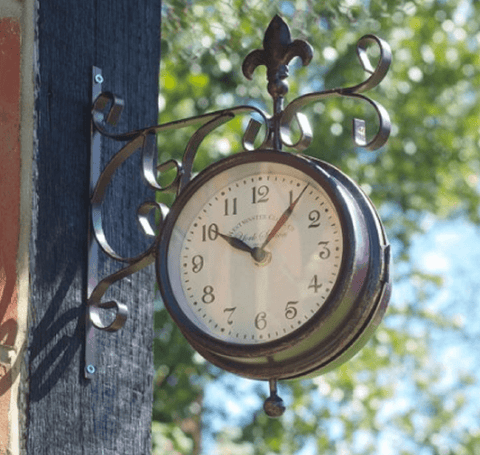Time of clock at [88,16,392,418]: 10:06
